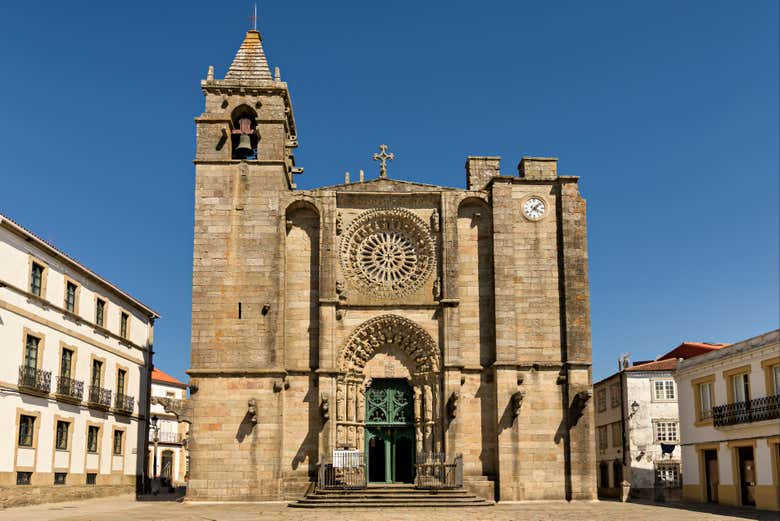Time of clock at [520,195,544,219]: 4:07
